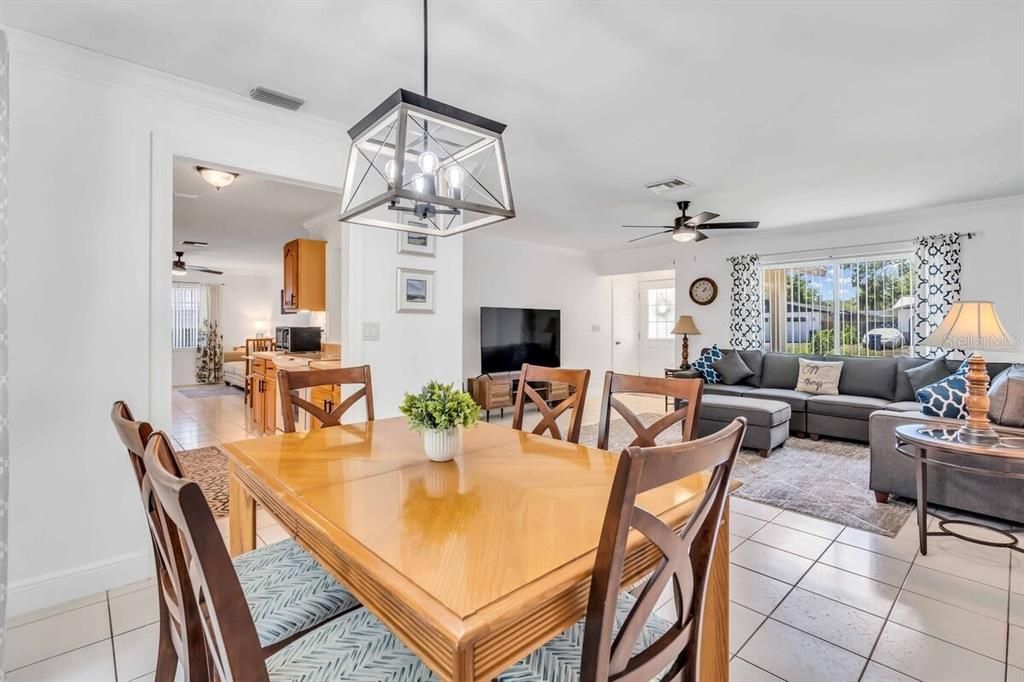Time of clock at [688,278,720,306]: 1:12
